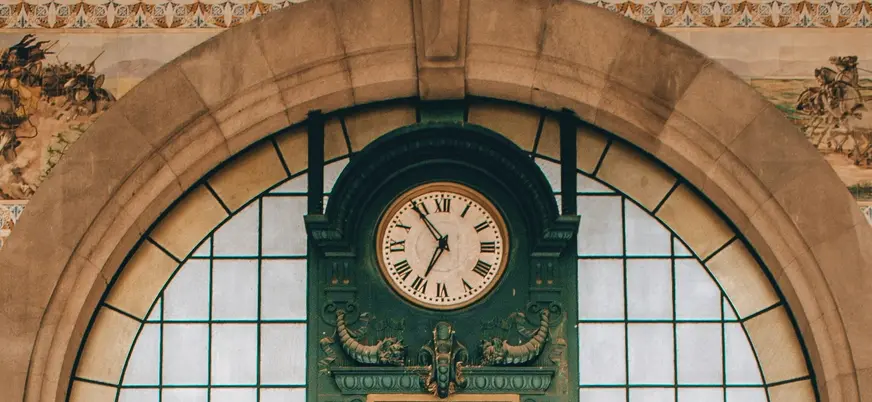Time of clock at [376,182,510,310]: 6:54
